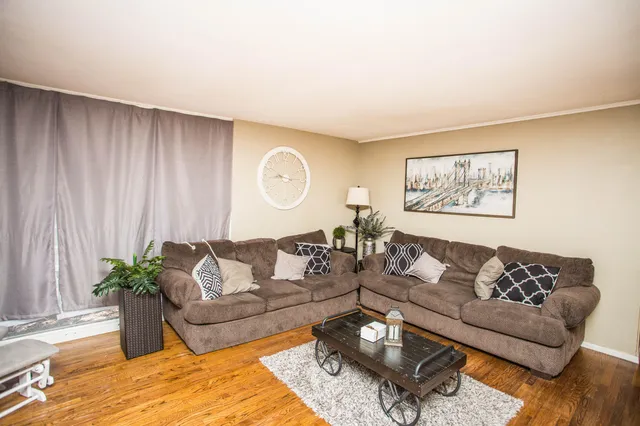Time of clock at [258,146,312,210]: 9:44
